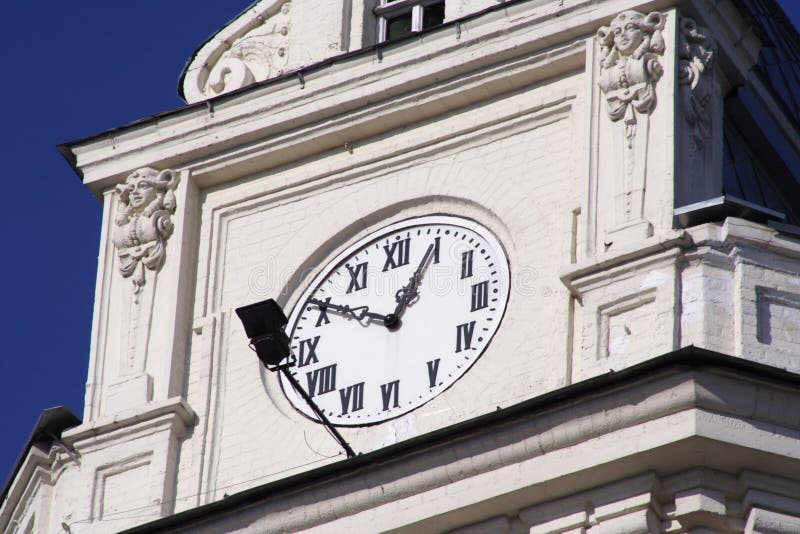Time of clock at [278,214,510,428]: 12:50
